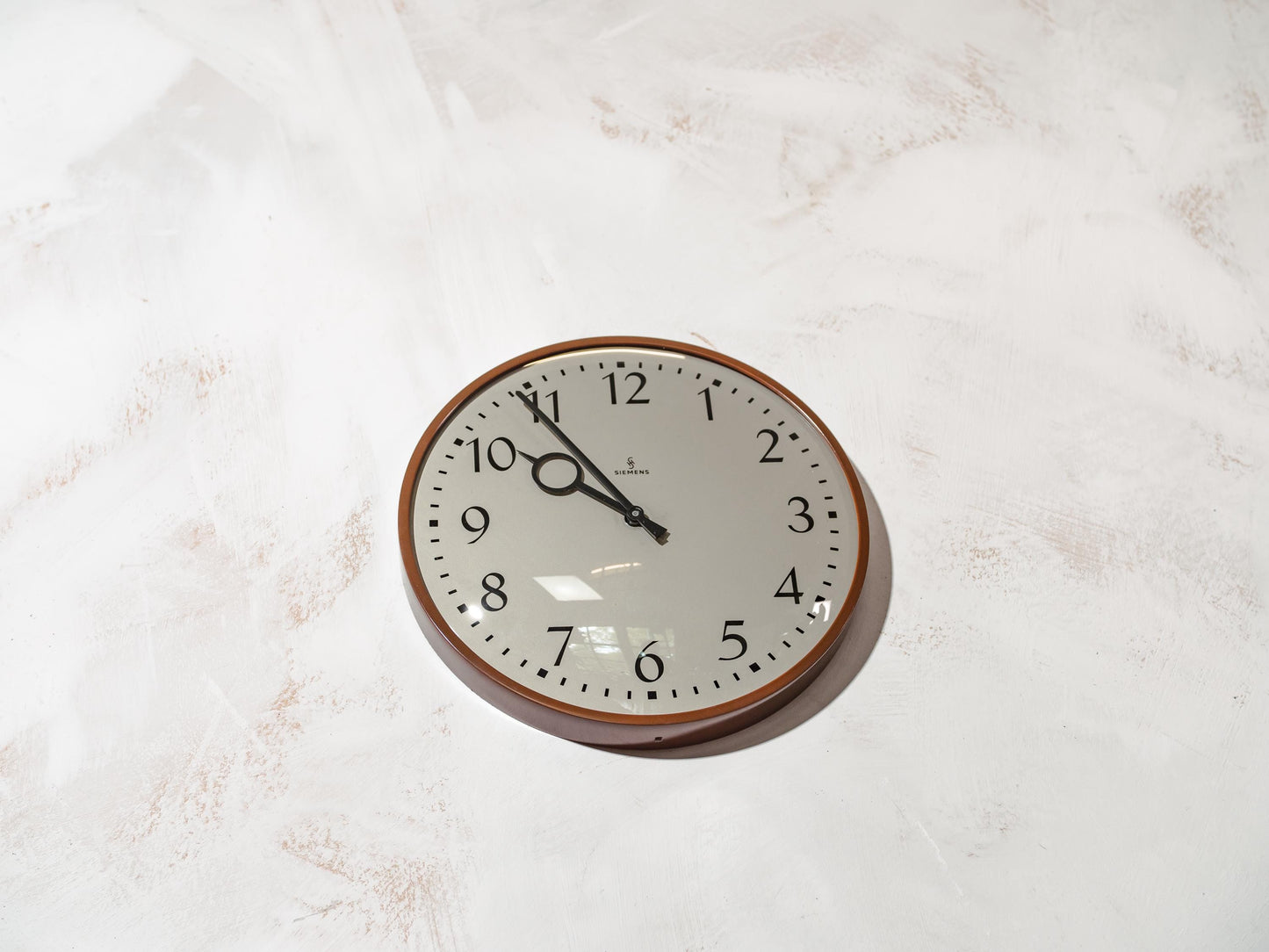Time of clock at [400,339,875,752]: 9:54
